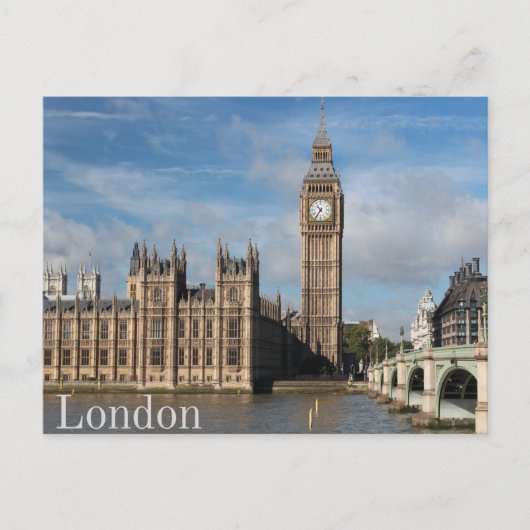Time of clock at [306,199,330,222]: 10:36
